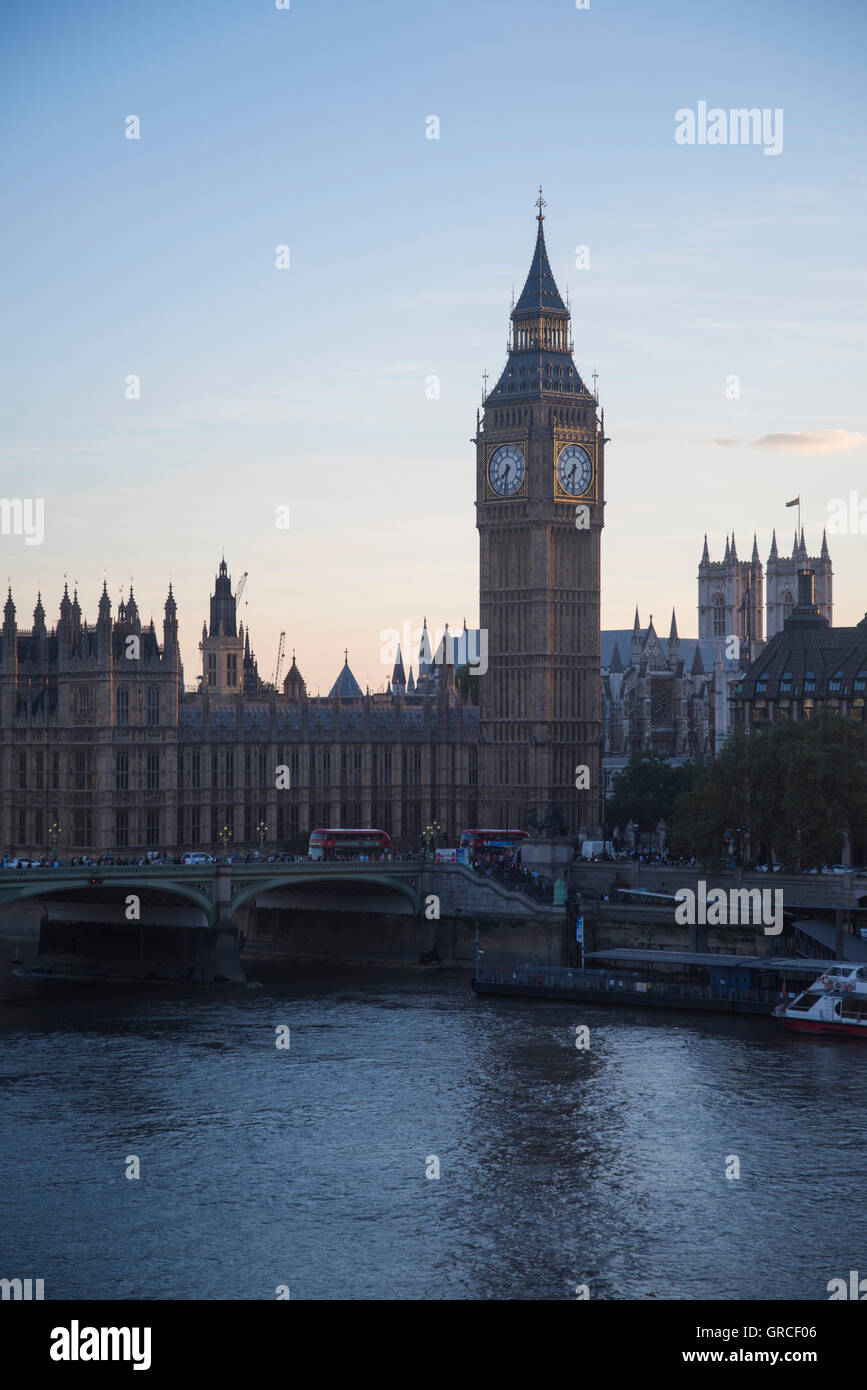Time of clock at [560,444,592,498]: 7:30
